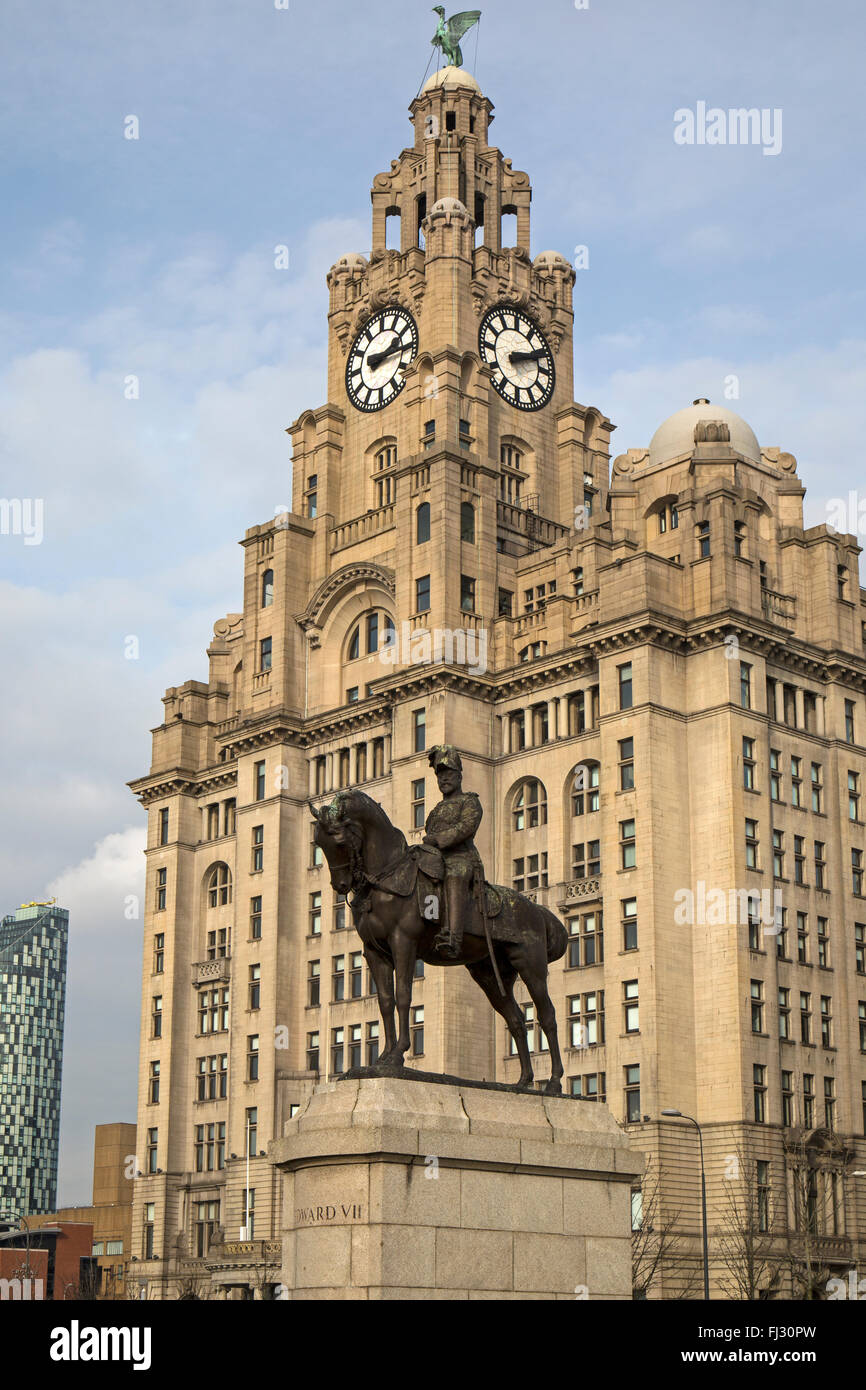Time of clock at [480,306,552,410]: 2:11
